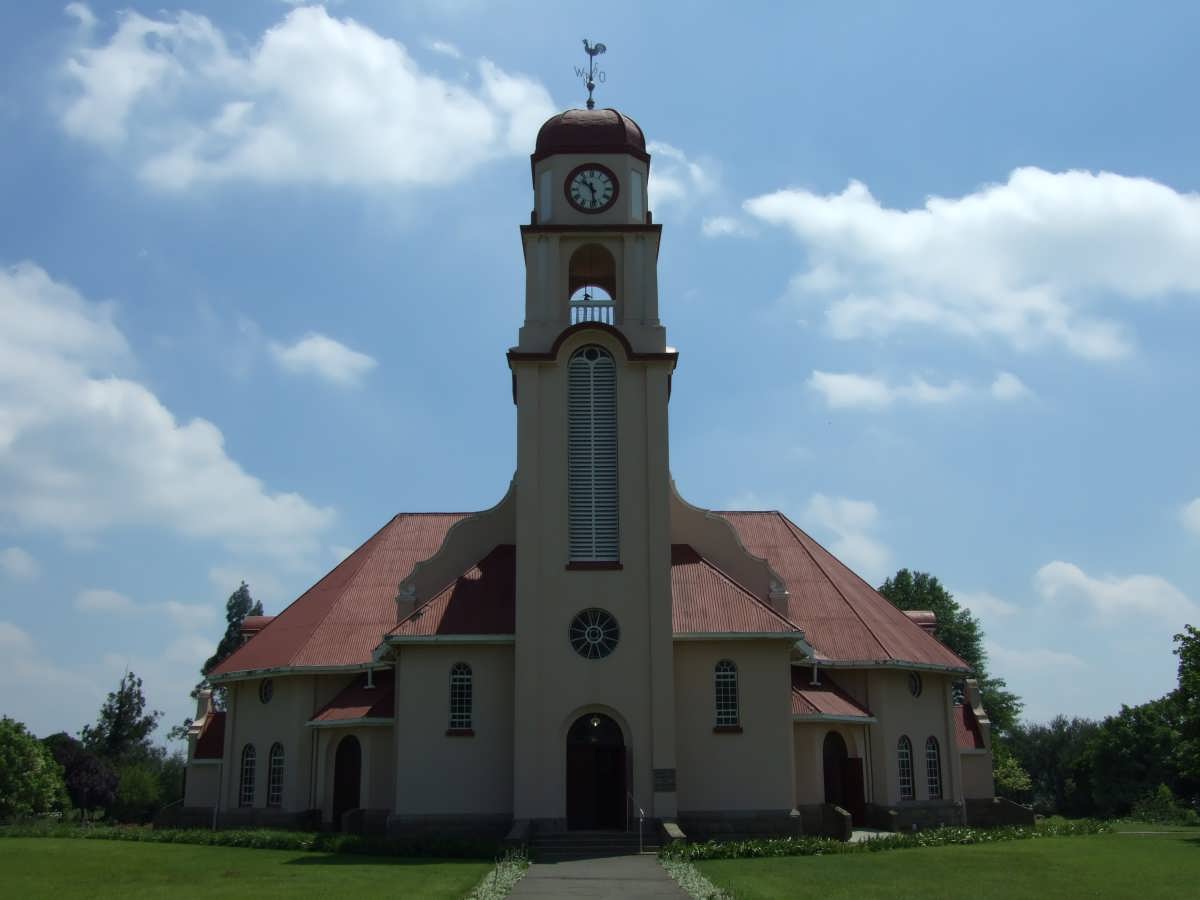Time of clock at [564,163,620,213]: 10:28
